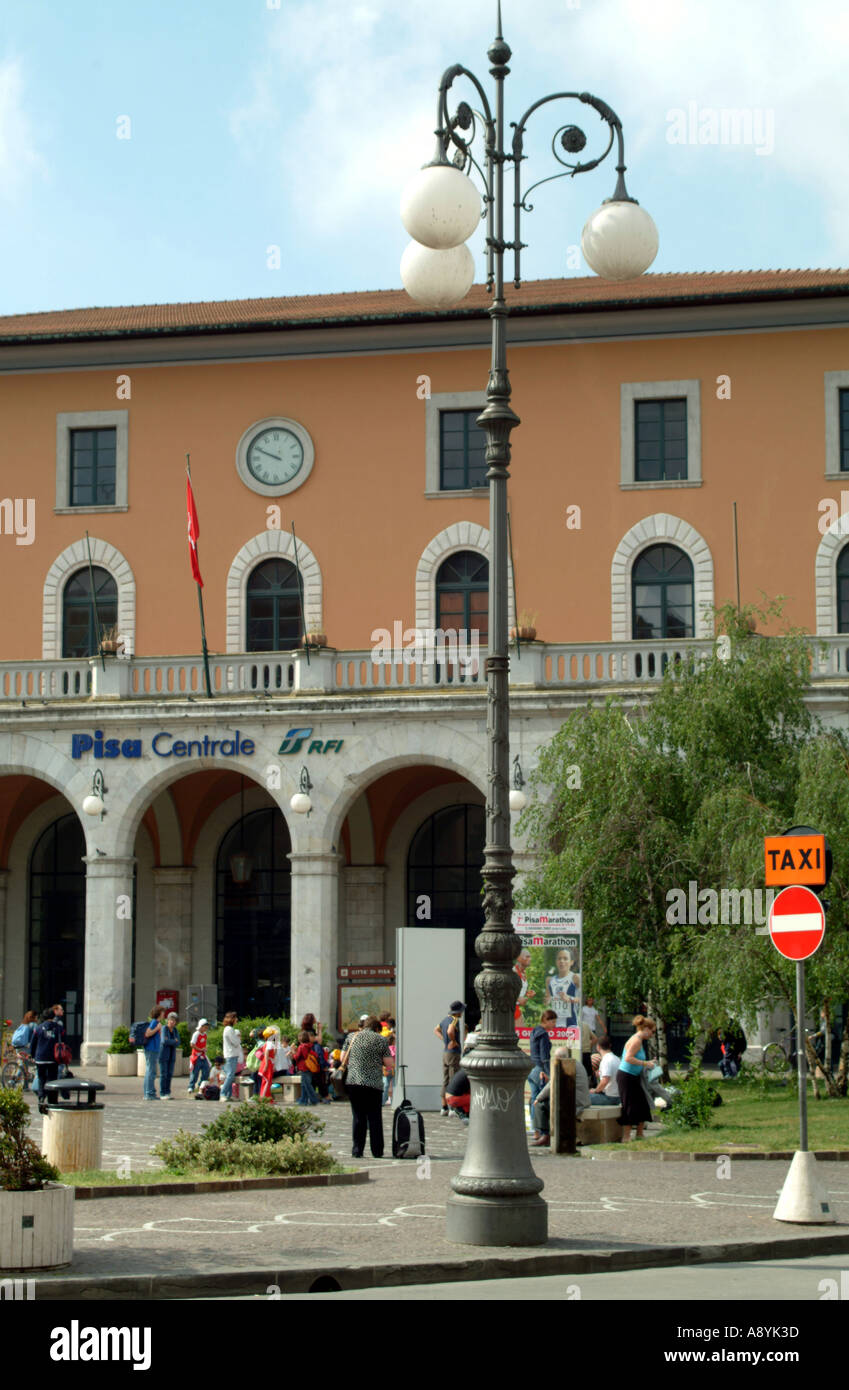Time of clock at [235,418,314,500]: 9:49
